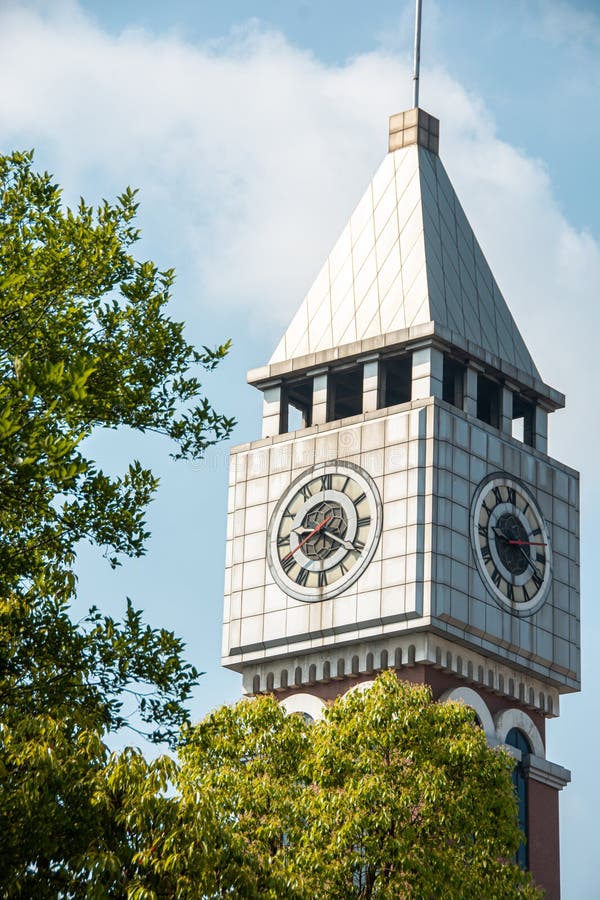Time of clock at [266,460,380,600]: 9:20
